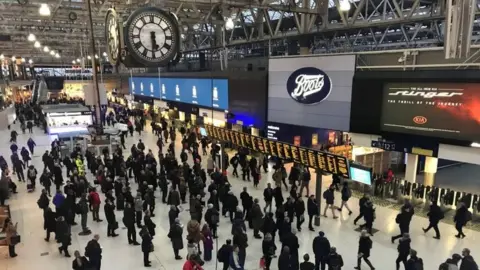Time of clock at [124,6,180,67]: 5:30
